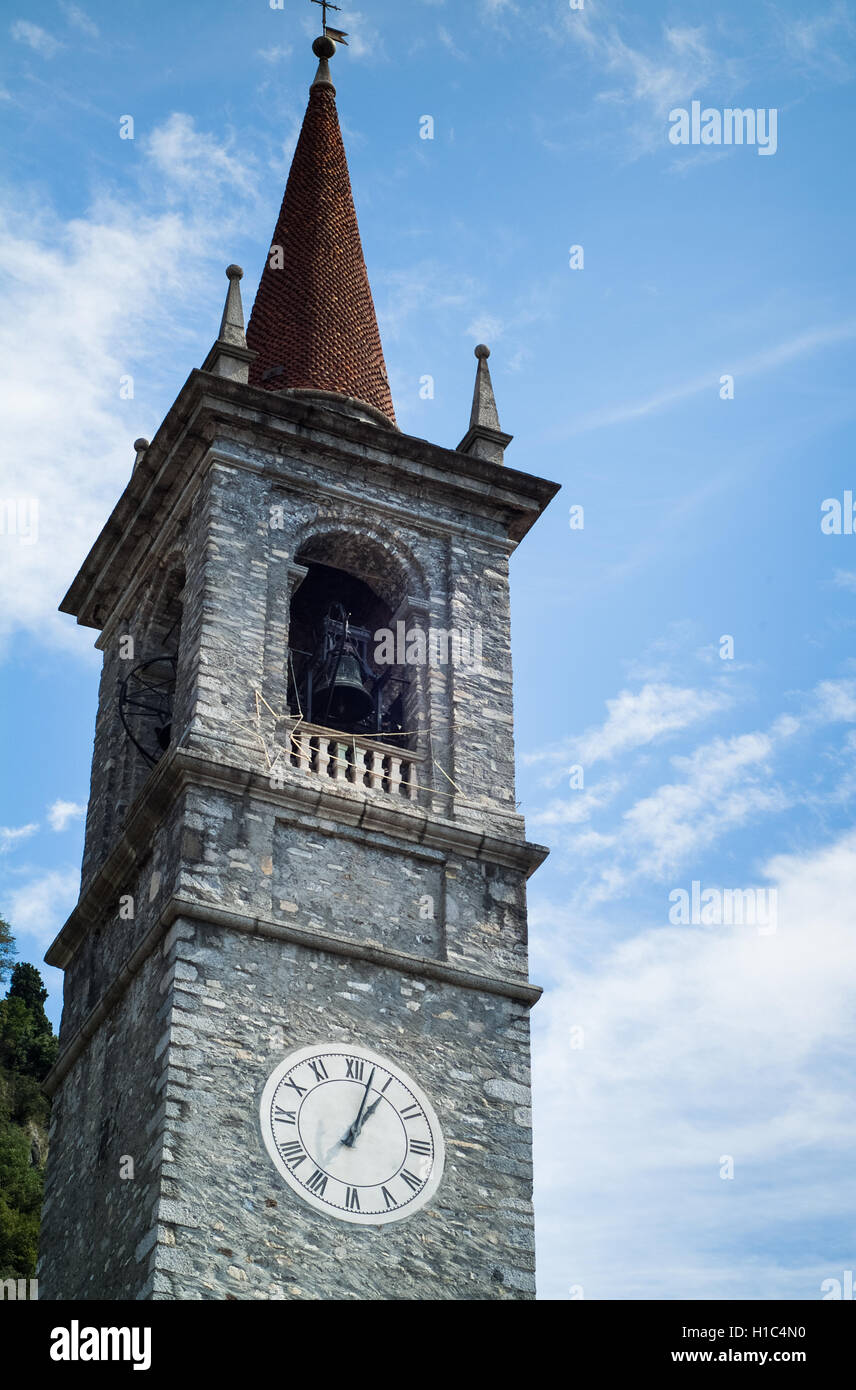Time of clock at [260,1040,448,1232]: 1:02
